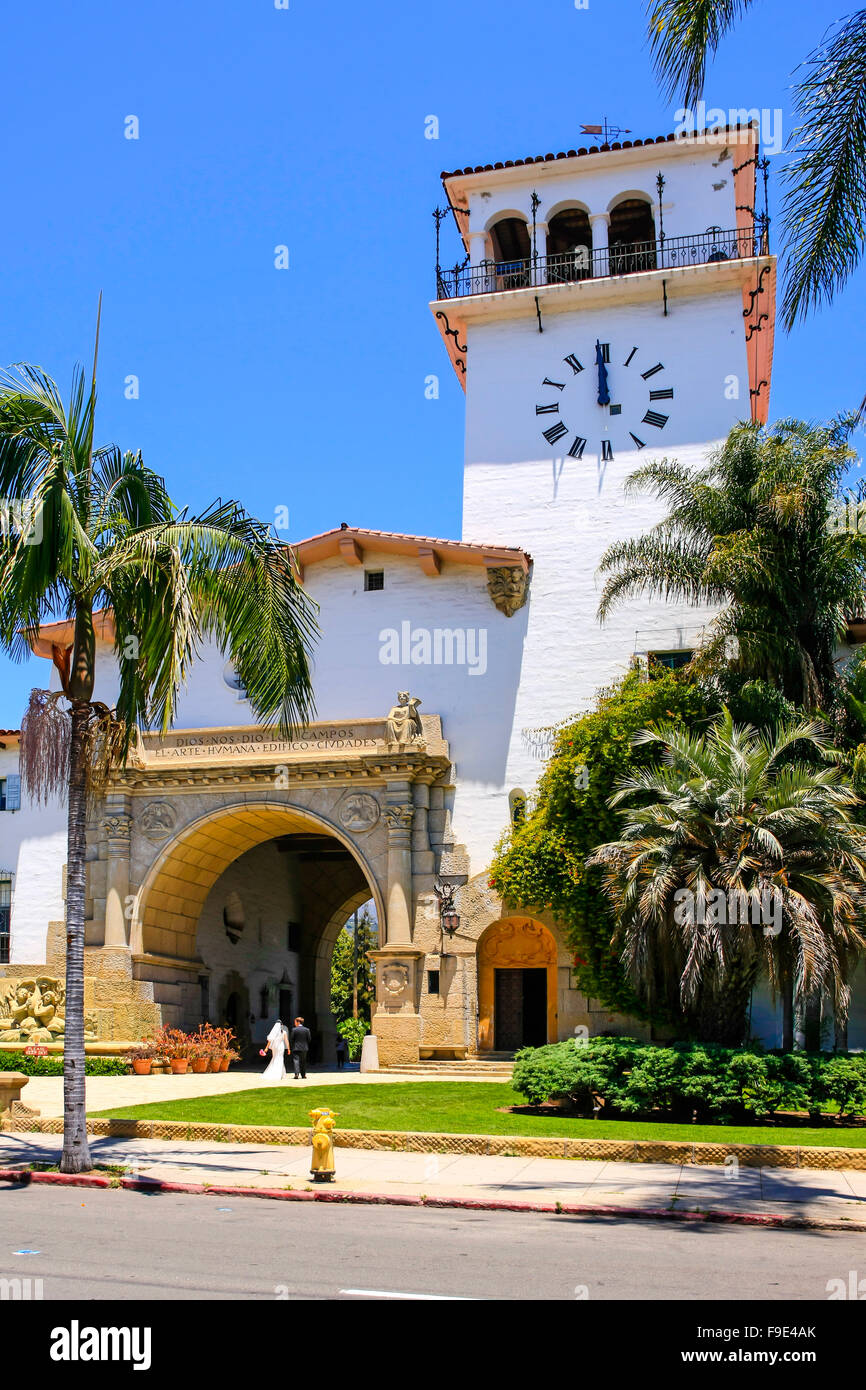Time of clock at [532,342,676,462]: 11:59
